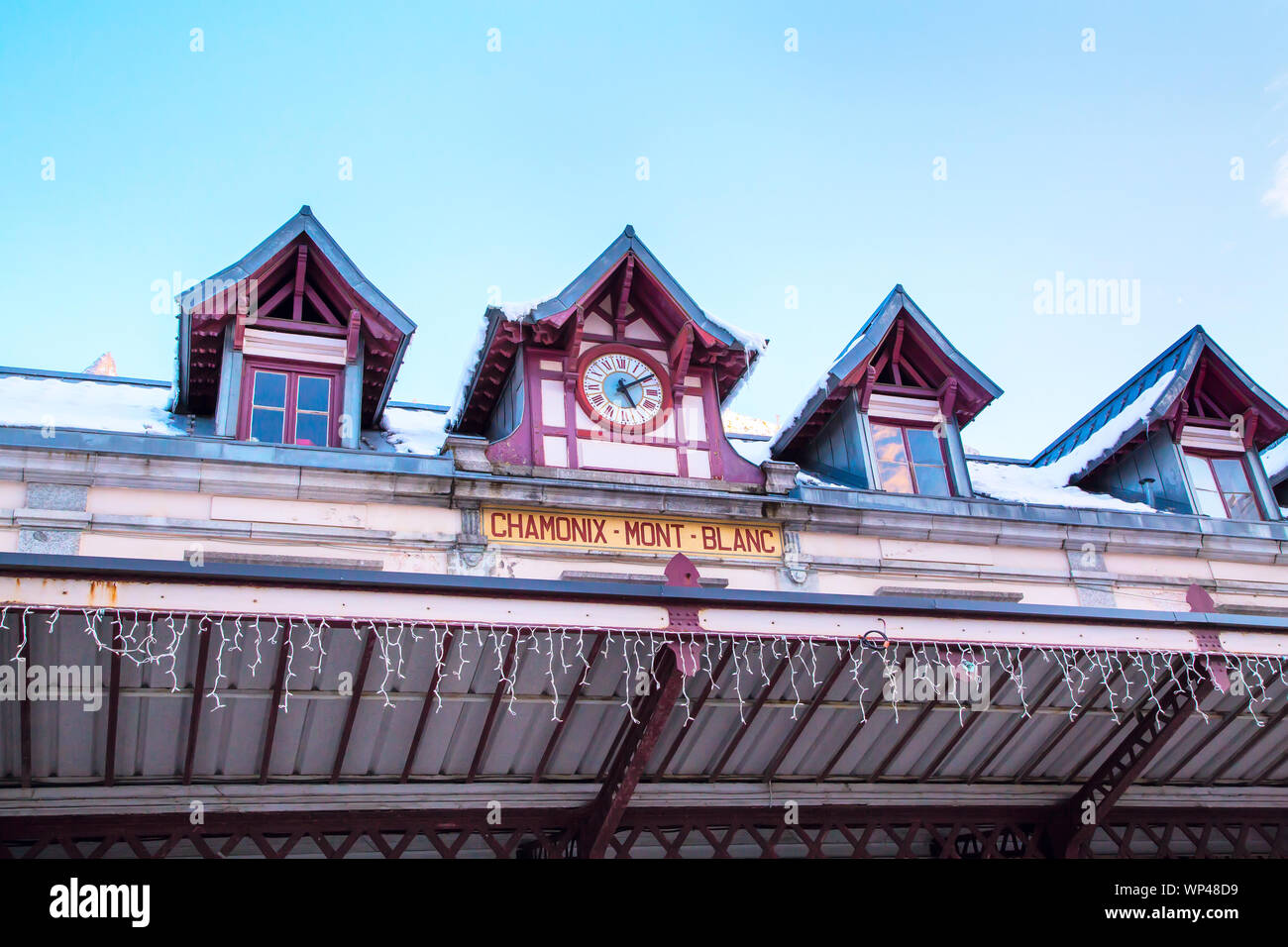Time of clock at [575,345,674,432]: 5:09
